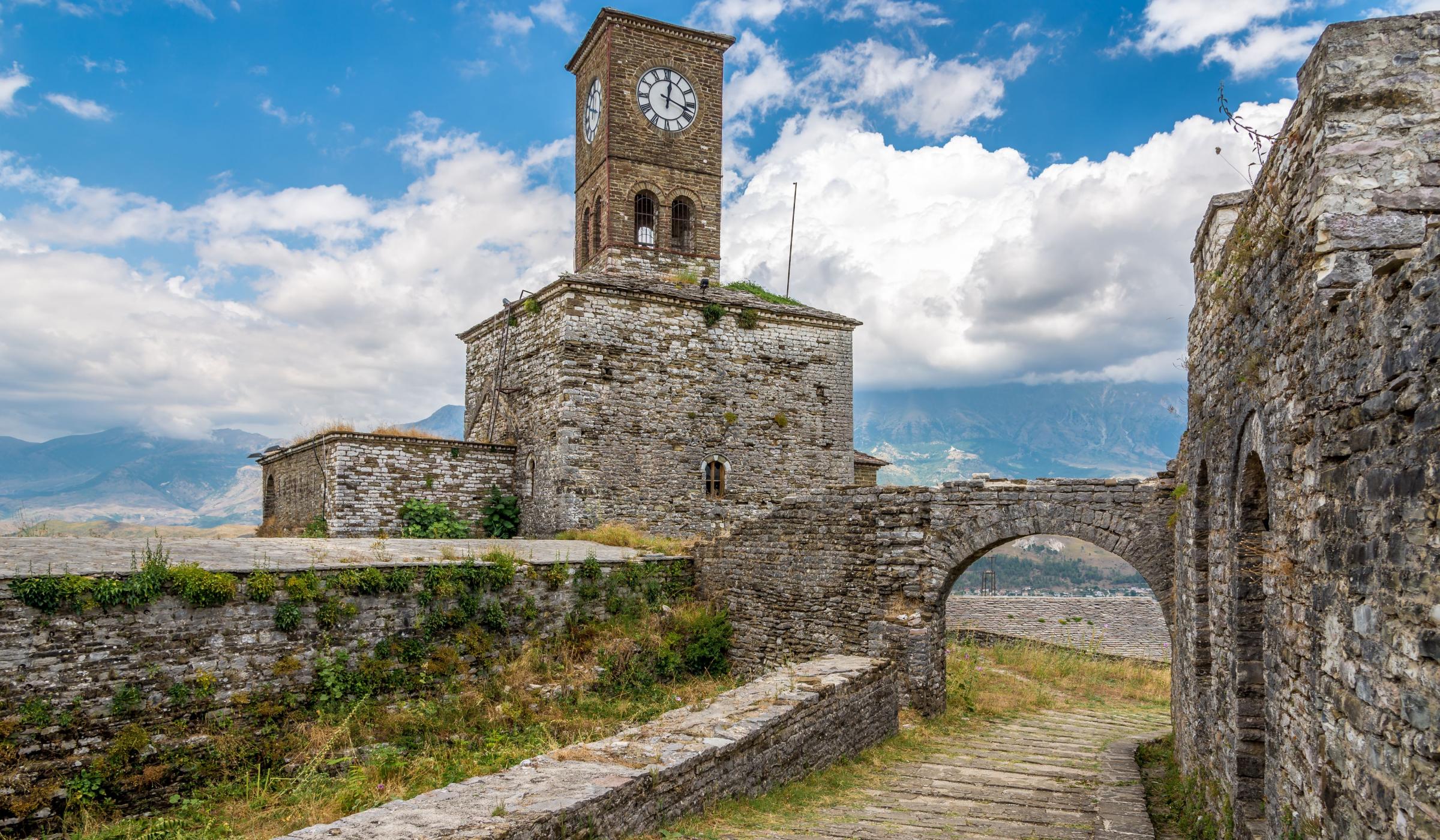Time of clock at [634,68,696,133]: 12:18
